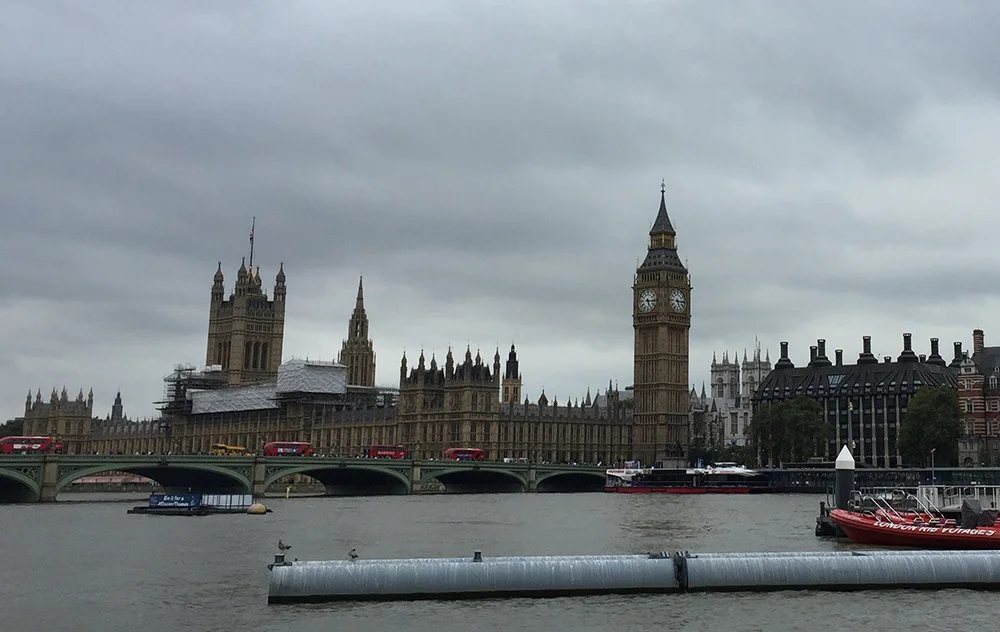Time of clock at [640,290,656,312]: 5:15
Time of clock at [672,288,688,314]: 5:15
